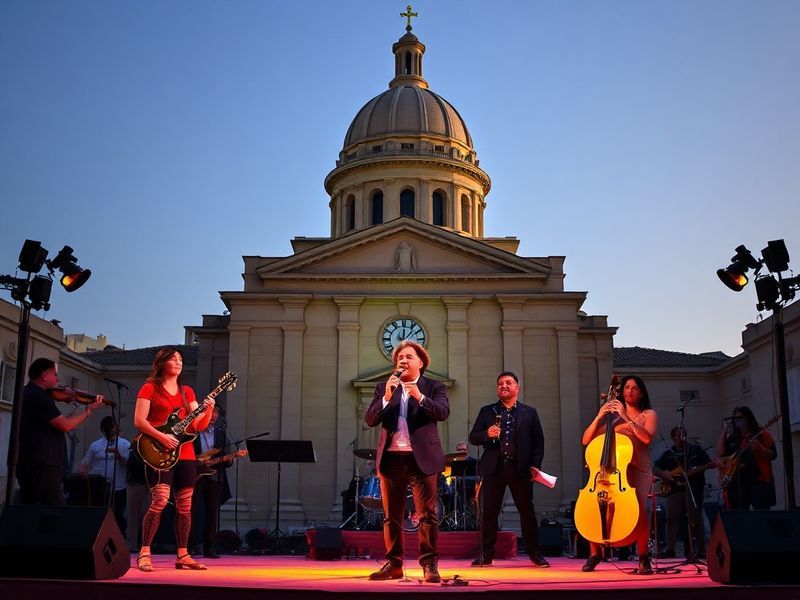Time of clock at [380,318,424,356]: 12:07
